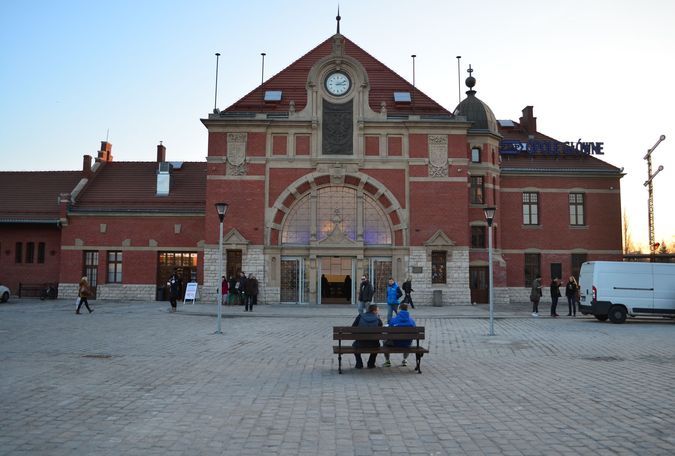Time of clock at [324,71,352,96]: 3:11
